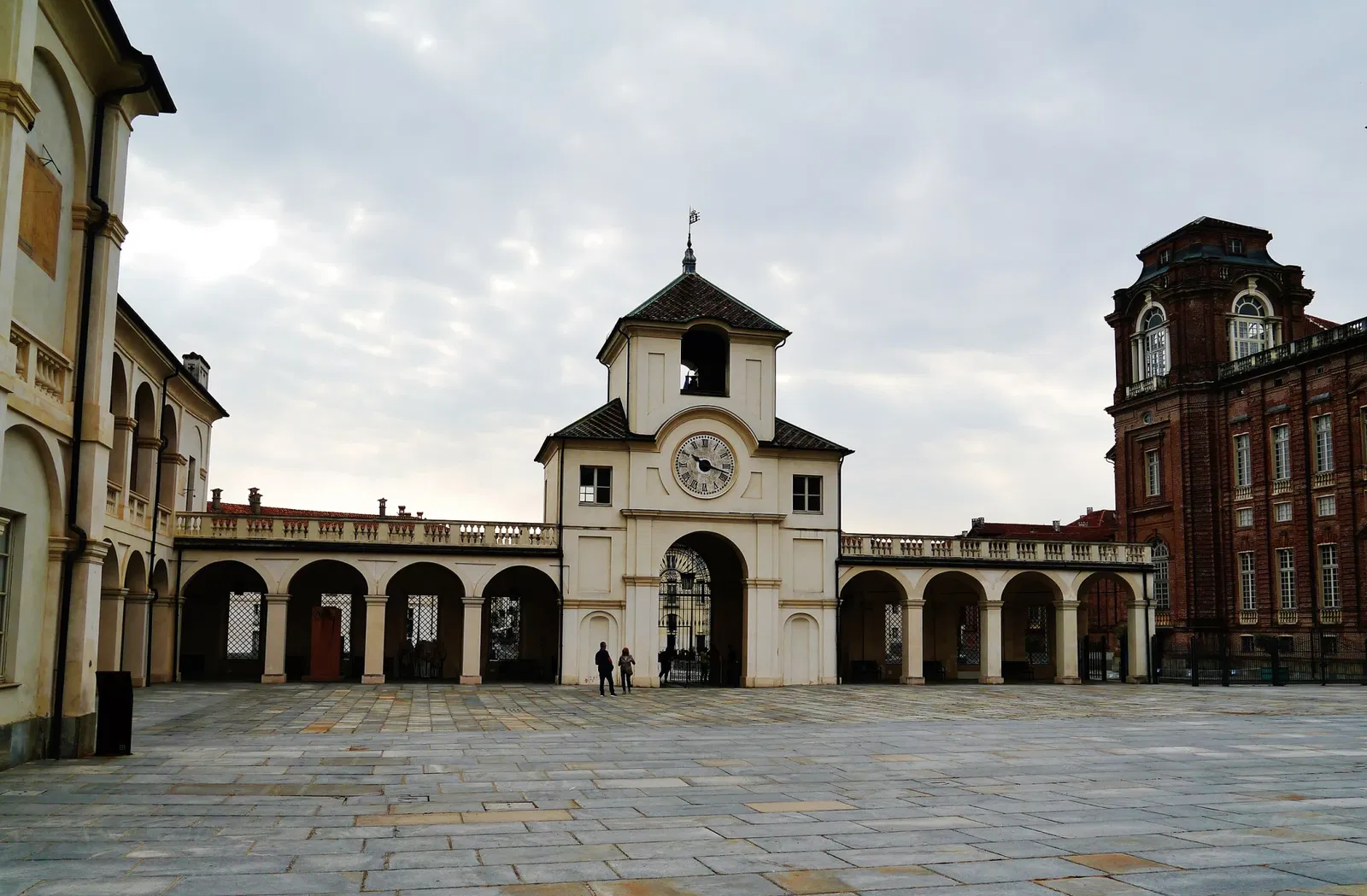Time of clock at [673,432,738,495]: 10:17
